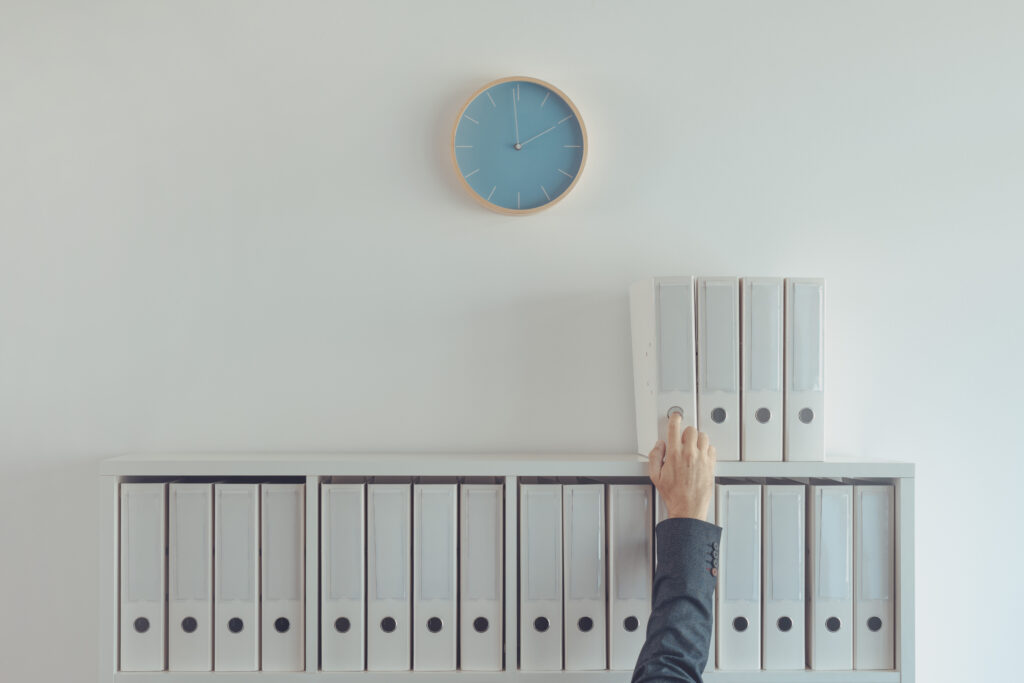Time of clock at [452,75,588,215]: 1:59
